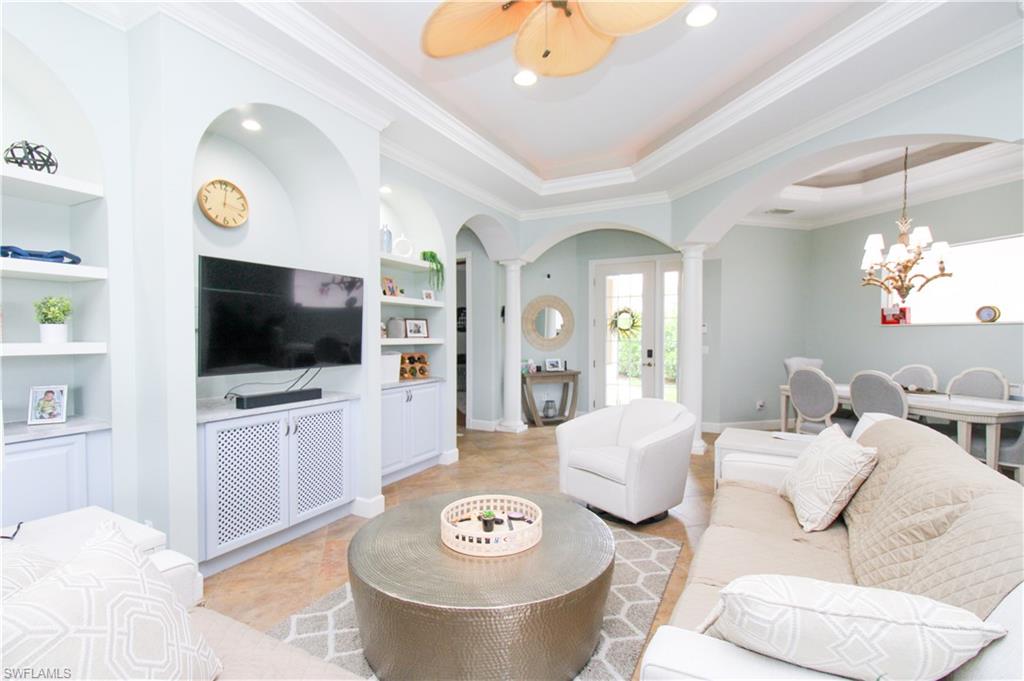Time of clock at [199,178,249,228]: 12:17
